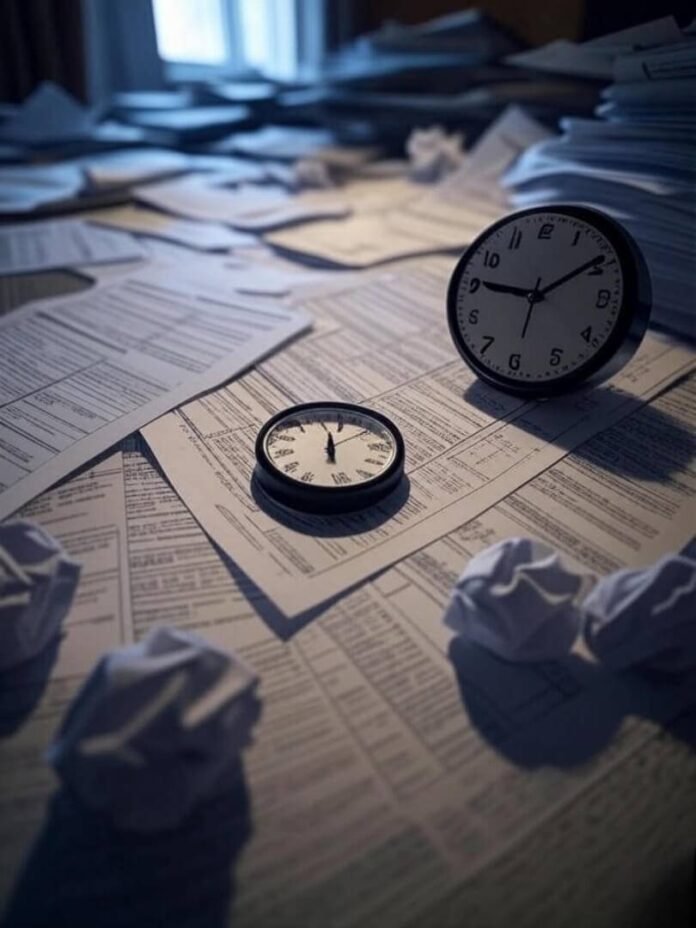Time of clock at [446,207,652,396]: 9:09
